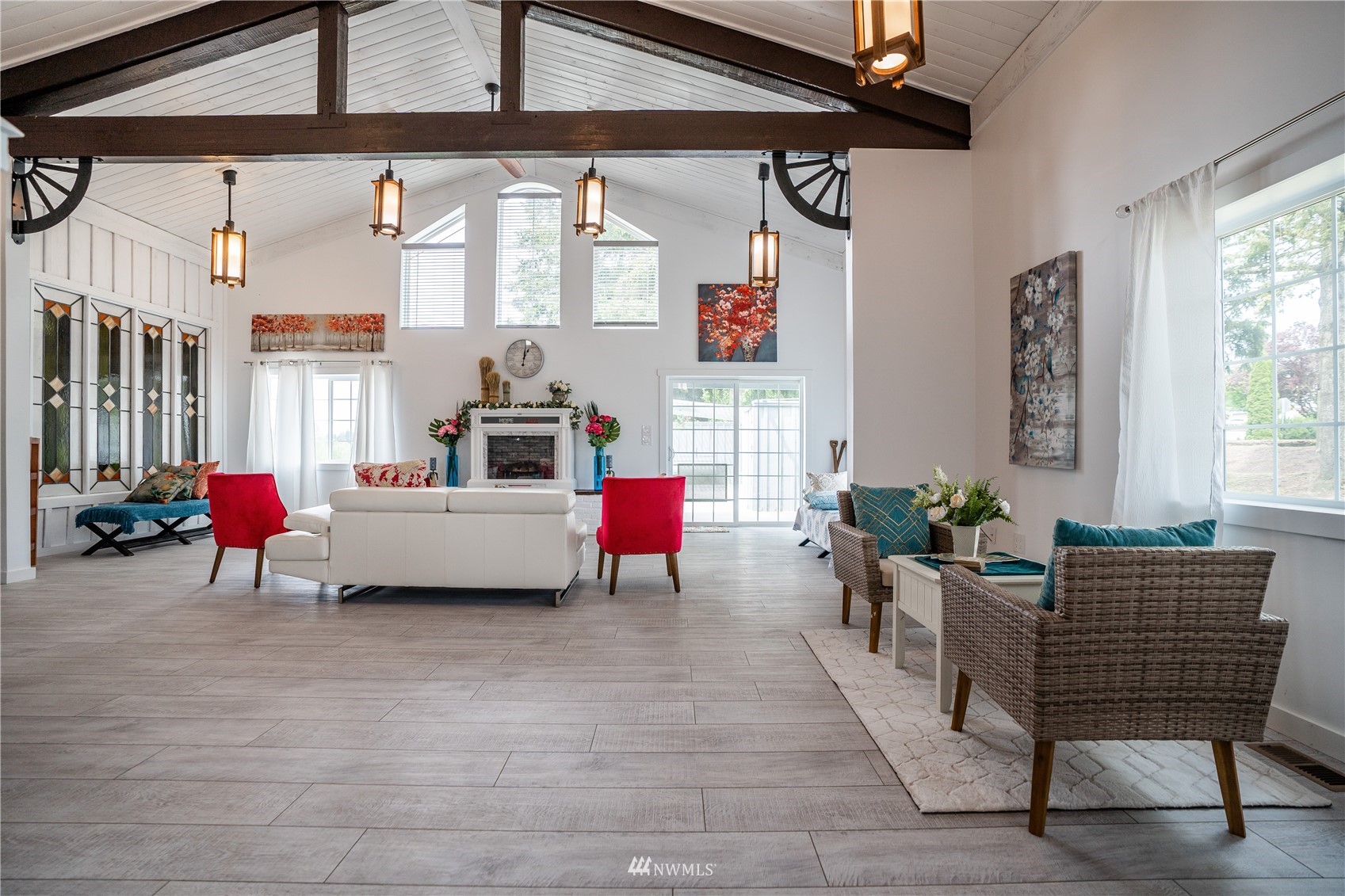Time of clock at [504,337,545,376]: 1:01
